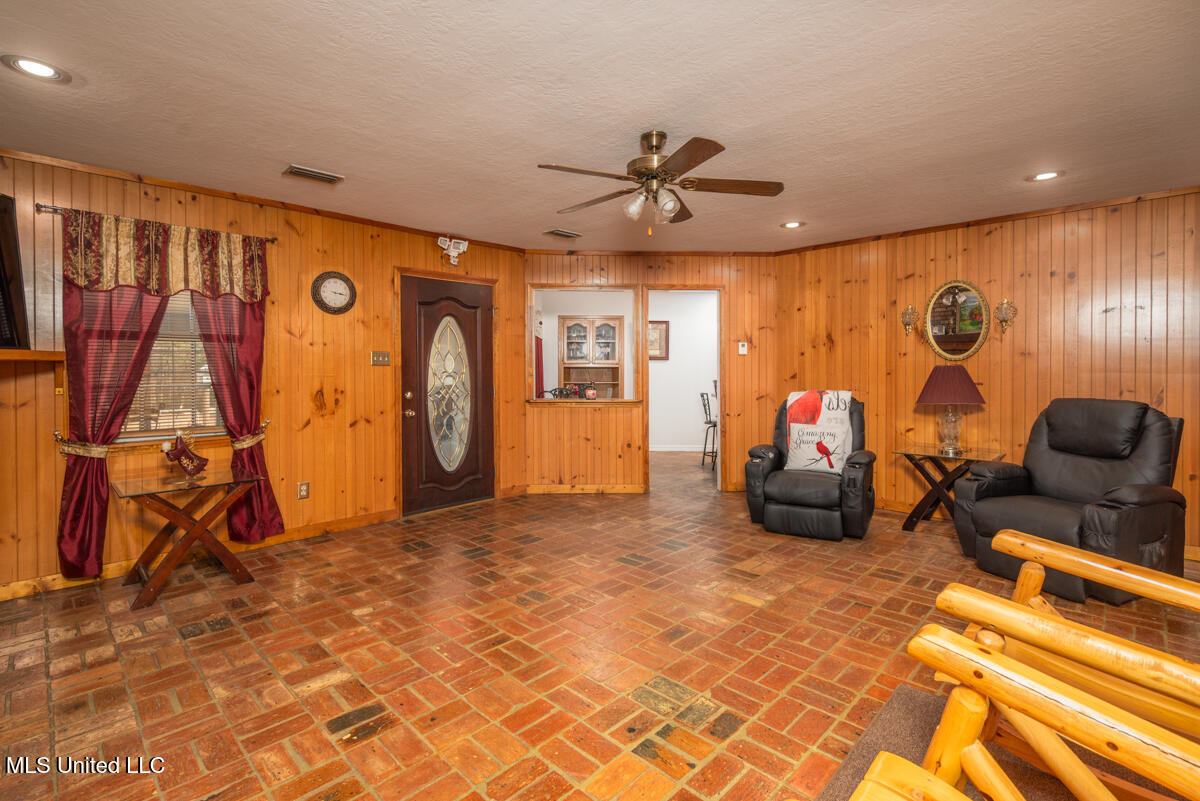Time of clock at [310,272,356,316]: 3:17
